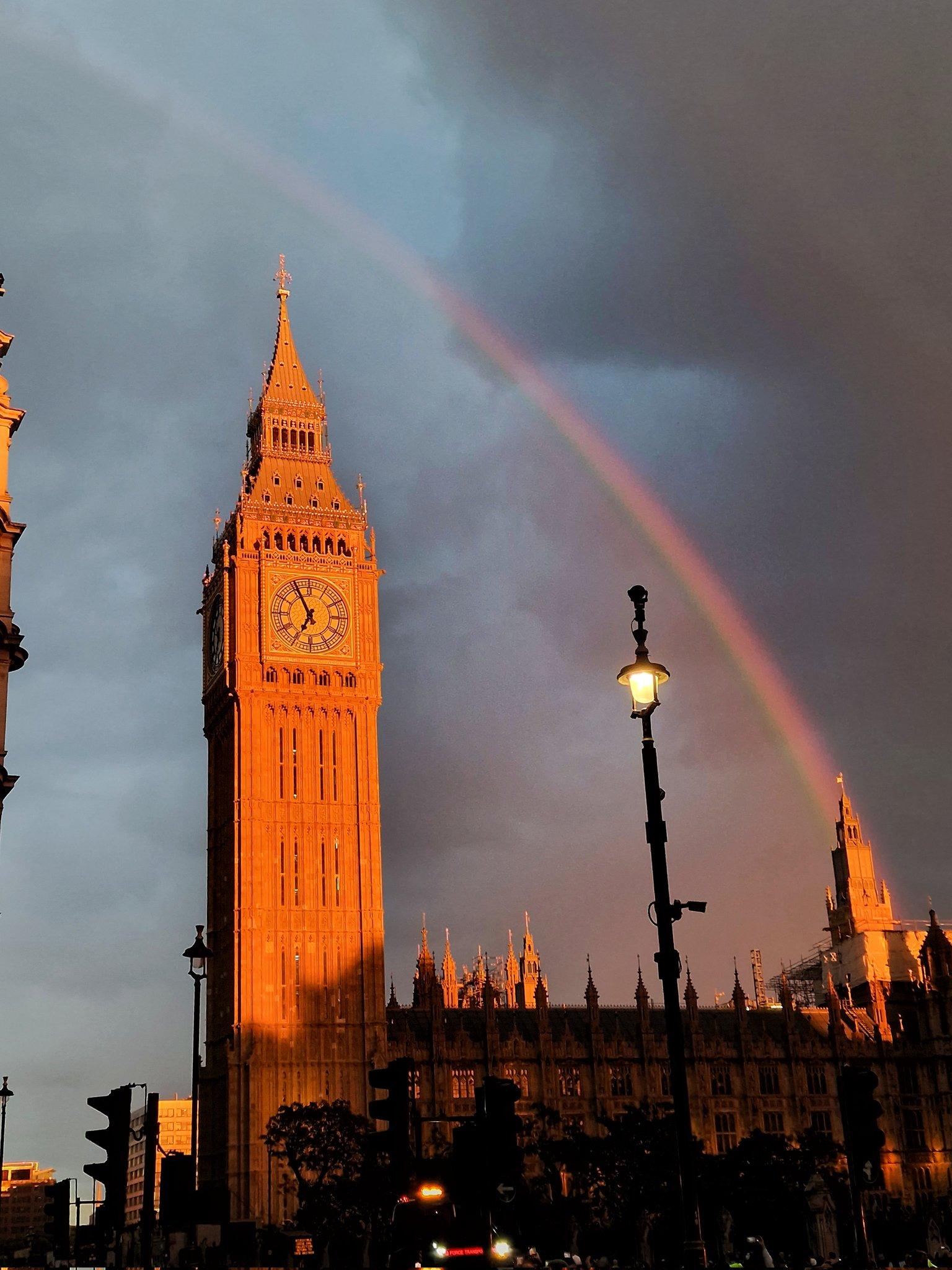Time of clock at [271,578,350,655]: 6:55
